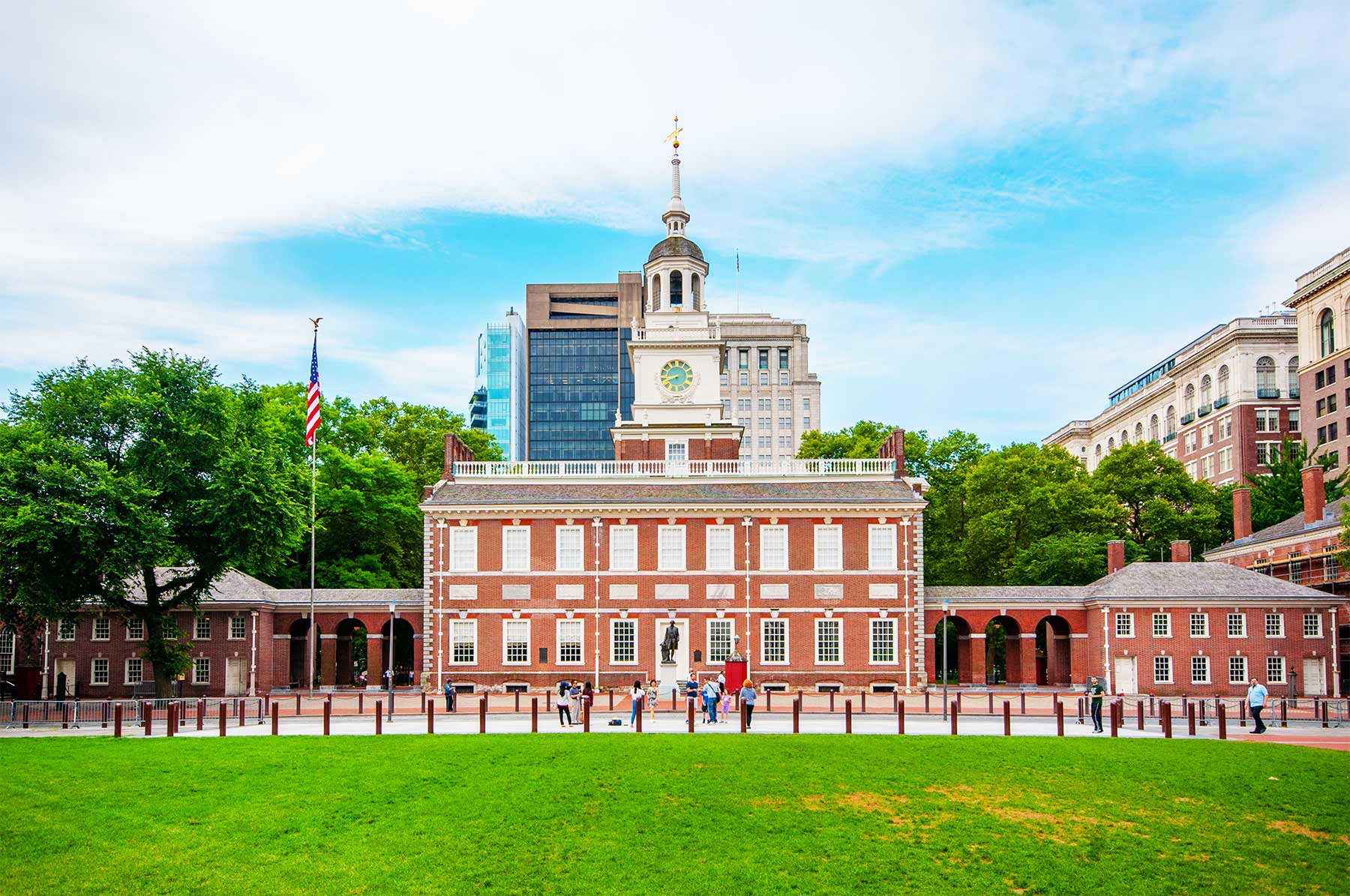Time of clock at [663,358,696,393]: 8:40
